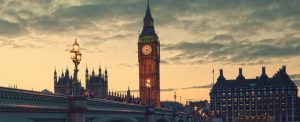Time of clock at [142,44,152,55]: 4:12
